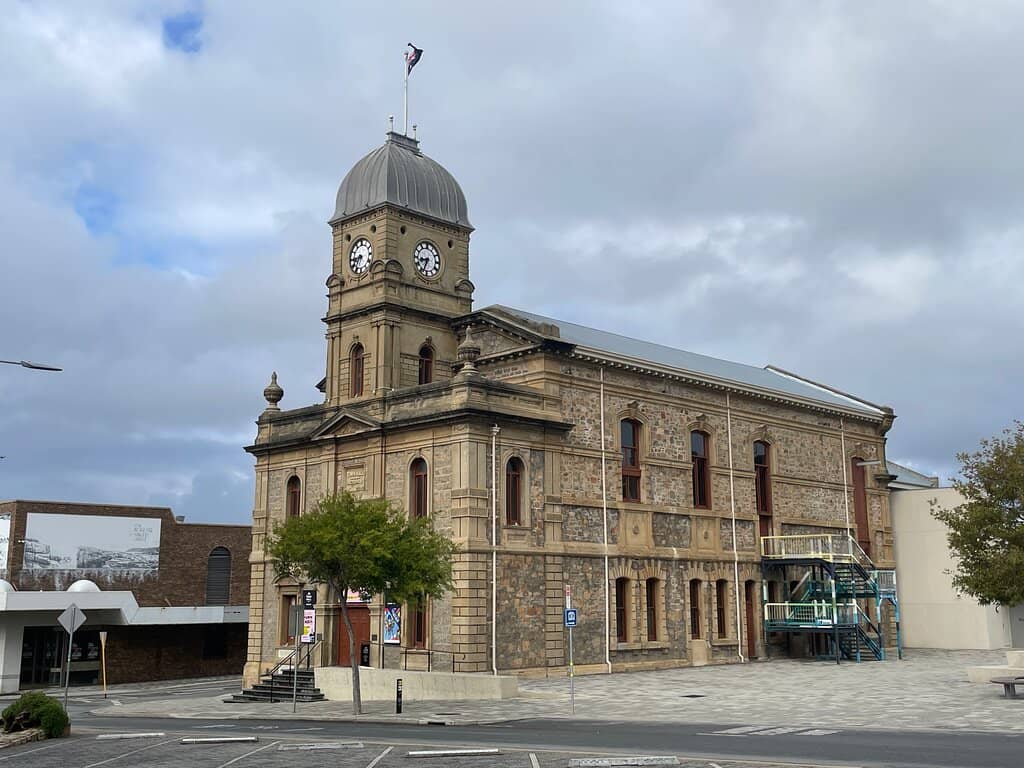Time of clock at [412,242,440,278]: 8:34
